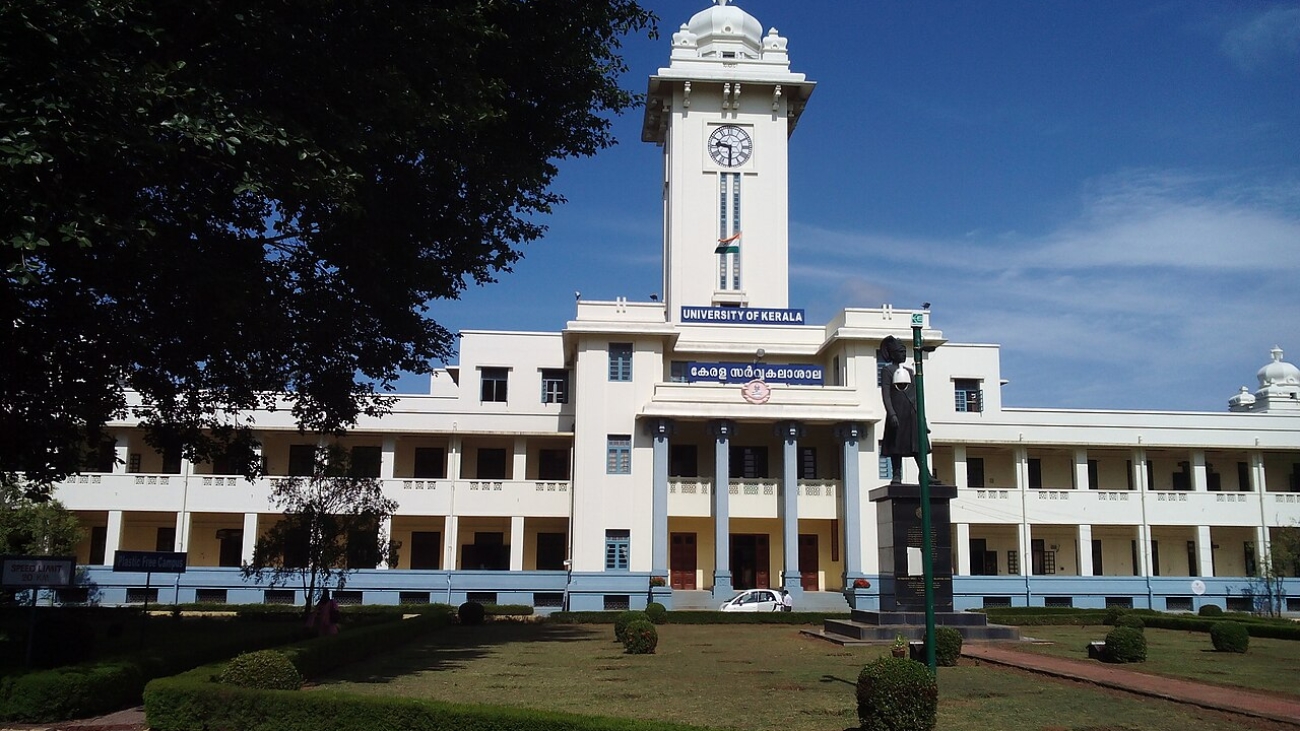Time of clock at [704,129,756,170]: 9:30
